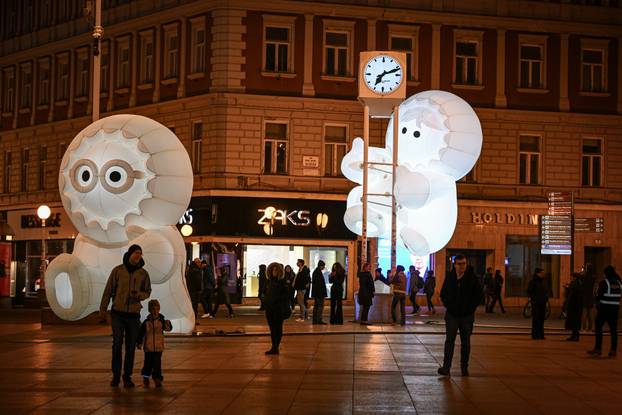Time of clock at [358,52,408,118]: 7:11
